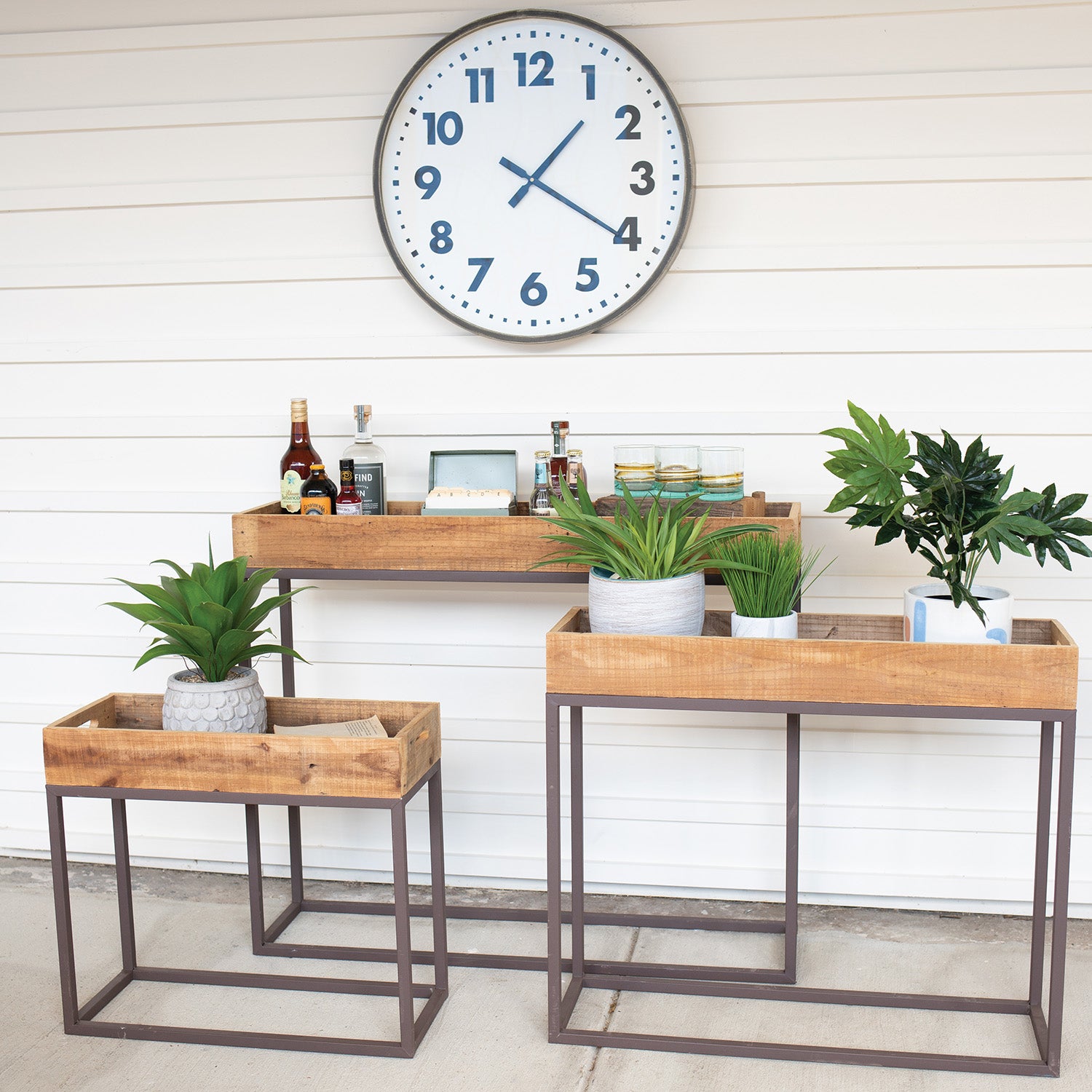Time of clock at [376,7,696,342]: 1:20
